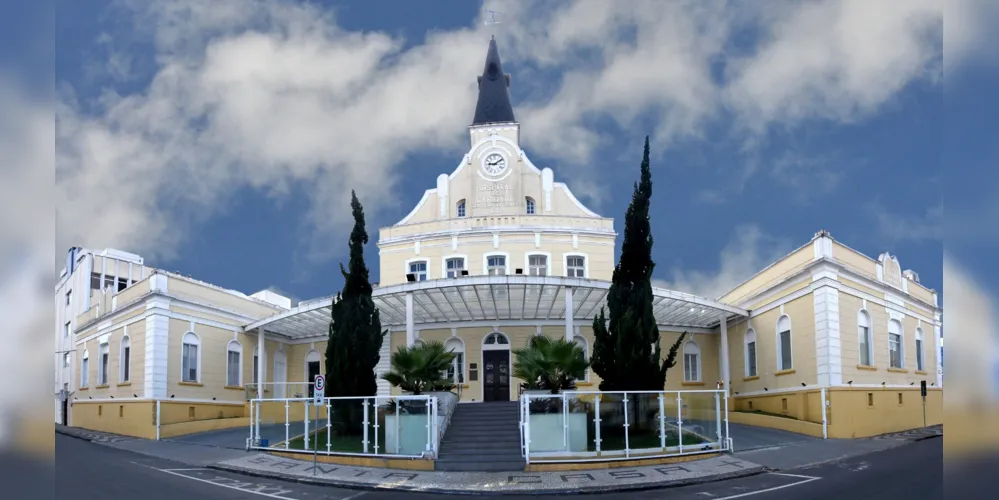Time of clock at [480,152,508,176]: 9:09
